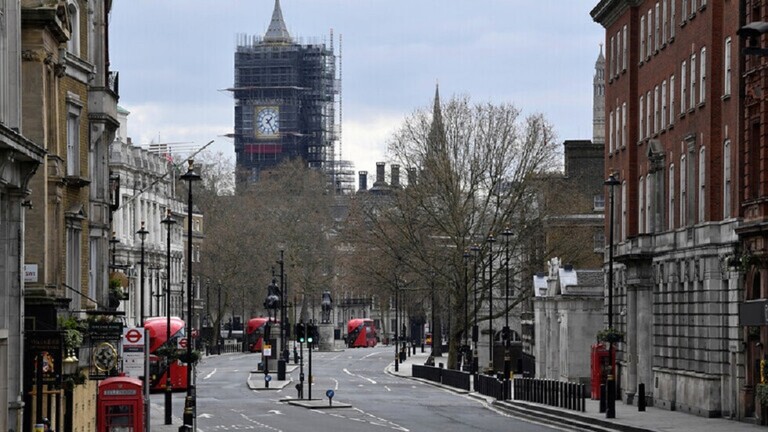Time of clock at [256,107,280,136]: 1:24
